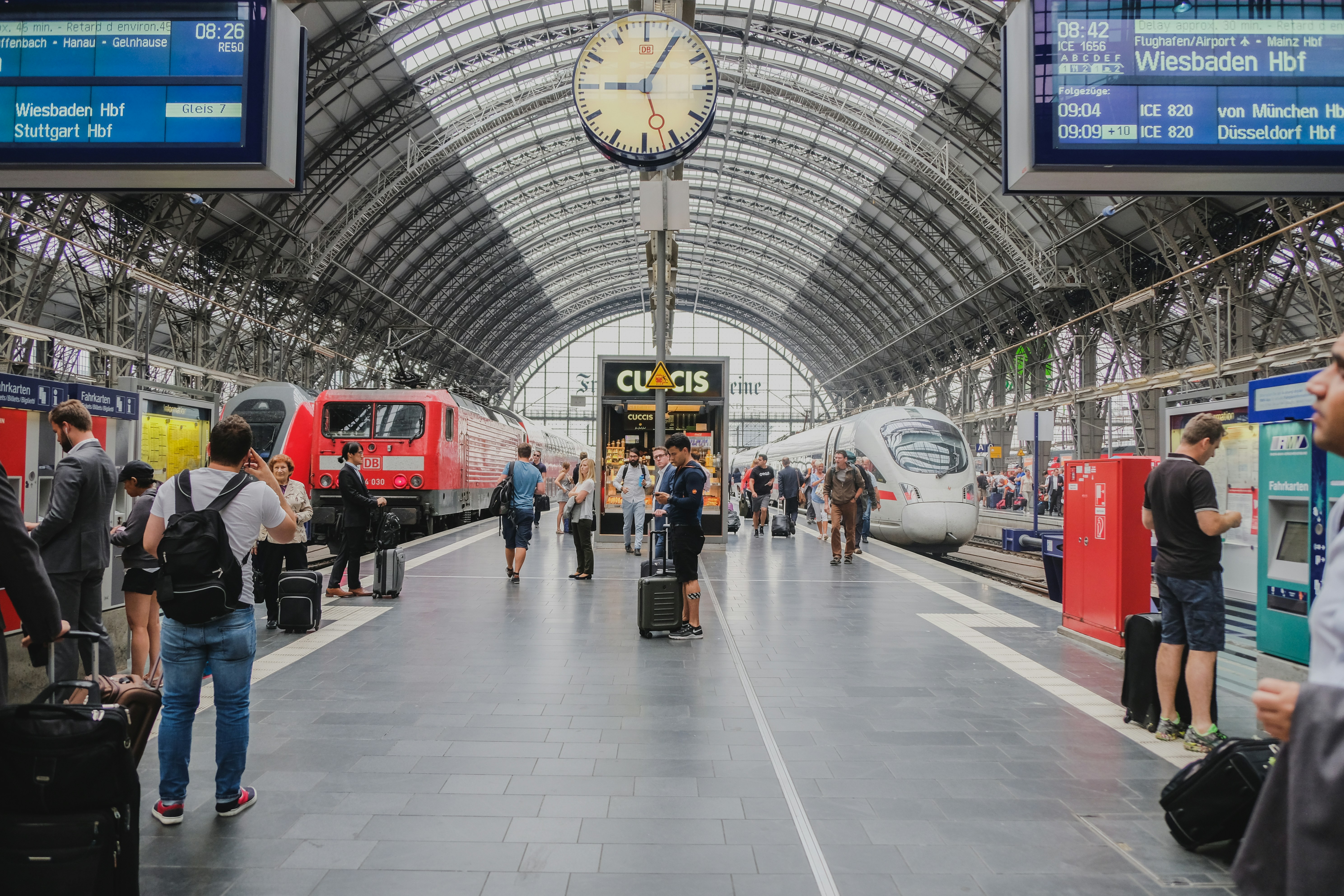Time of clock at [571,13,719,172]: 9:05
